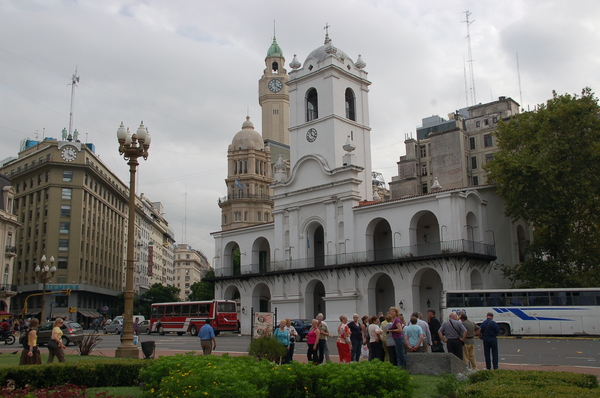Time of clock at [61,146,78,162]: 3:58
